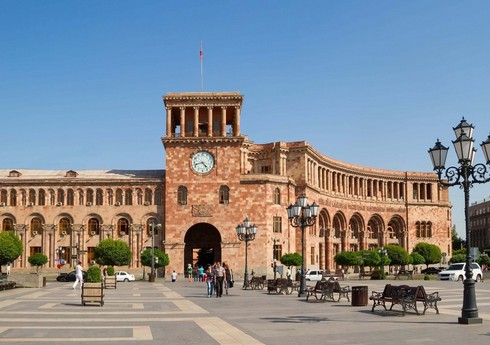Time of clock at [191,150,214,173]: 4:42
